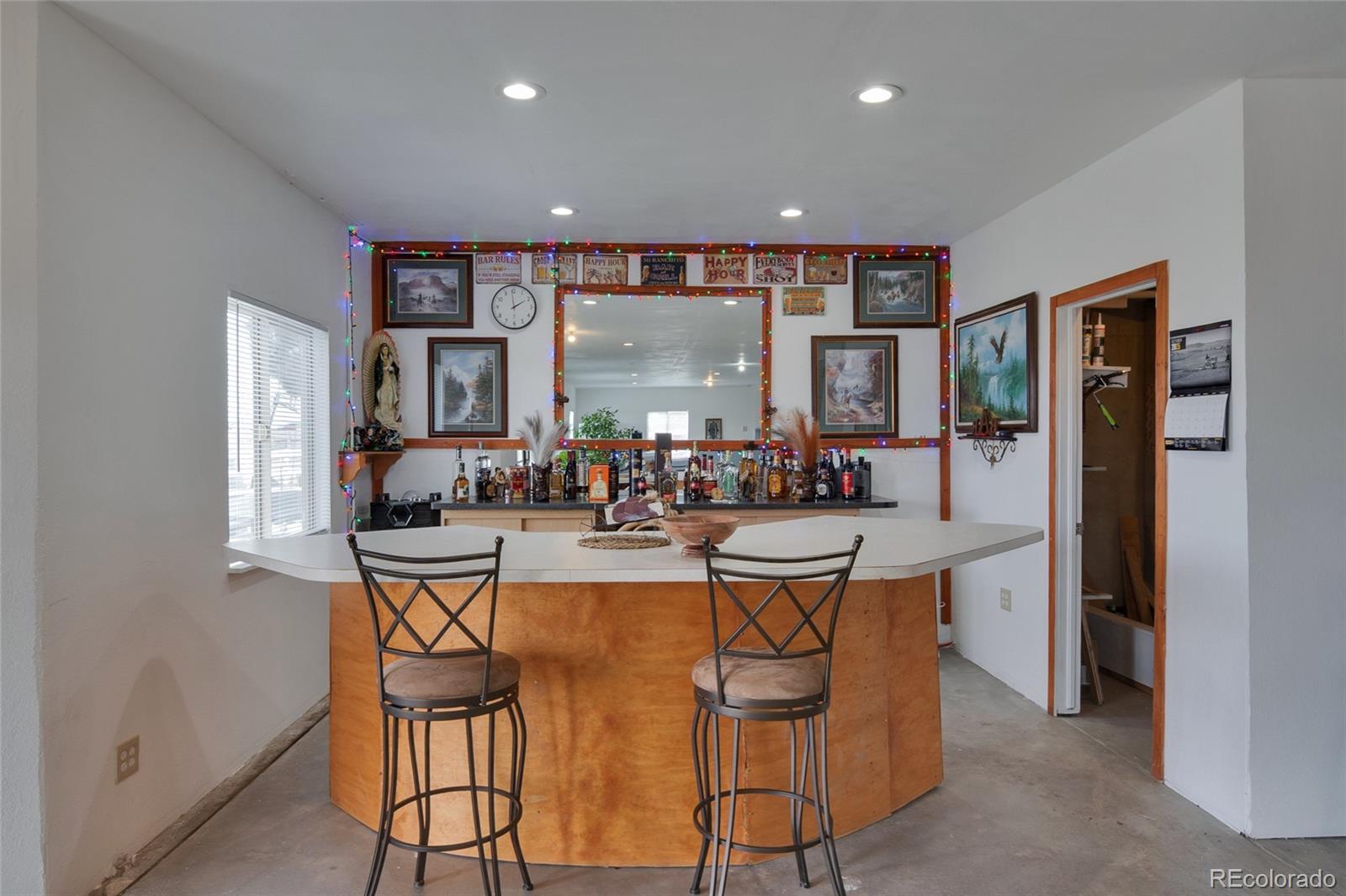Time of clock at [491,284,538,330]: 1:59
